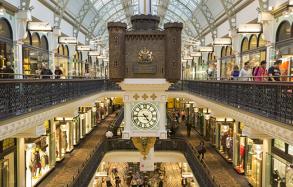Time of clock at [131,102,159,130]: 4:44
